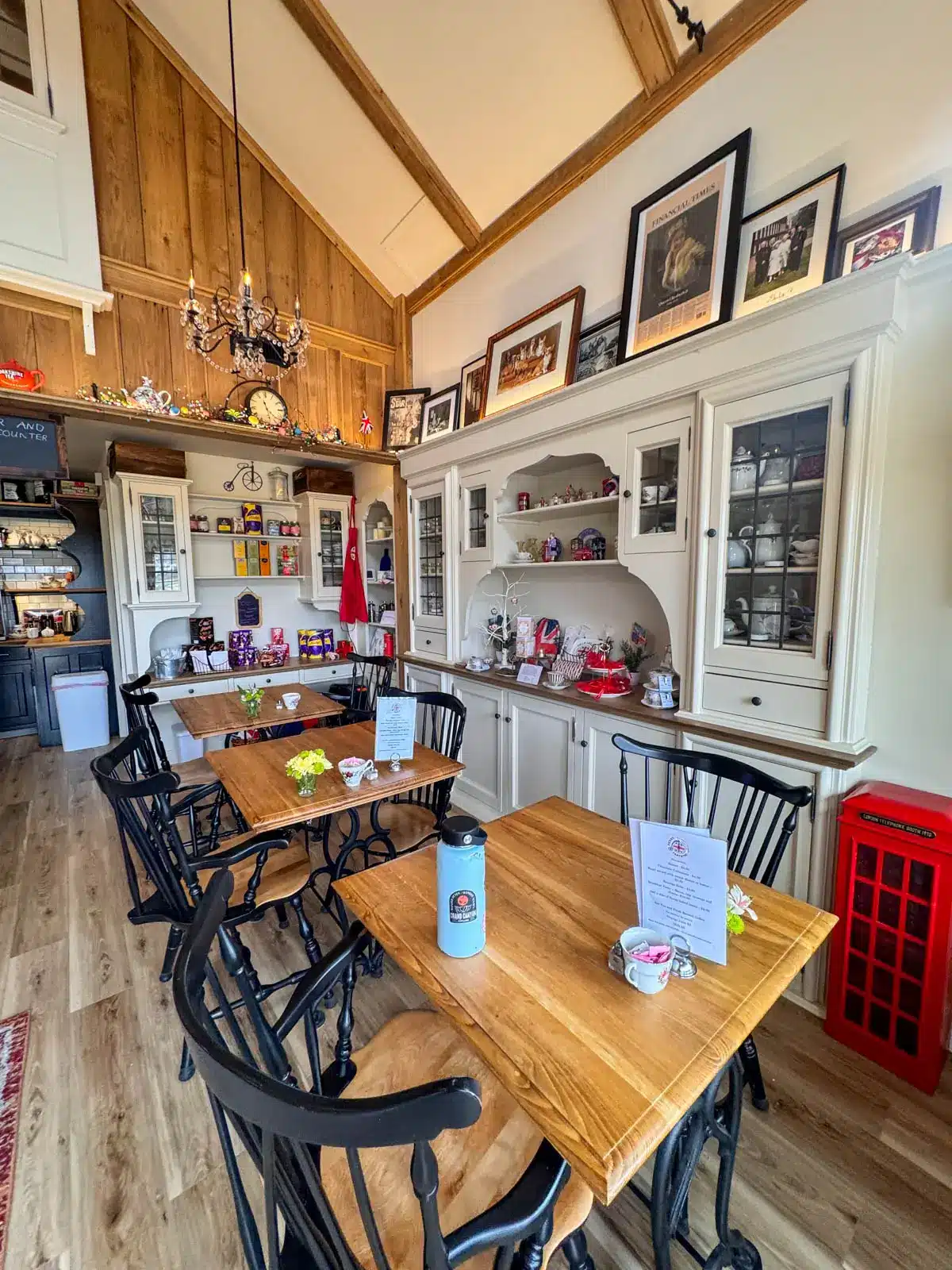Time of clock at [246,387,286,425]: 11:22
